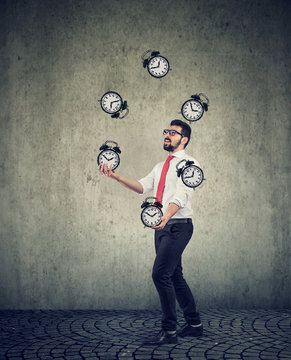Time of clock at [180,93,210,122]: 2:56
